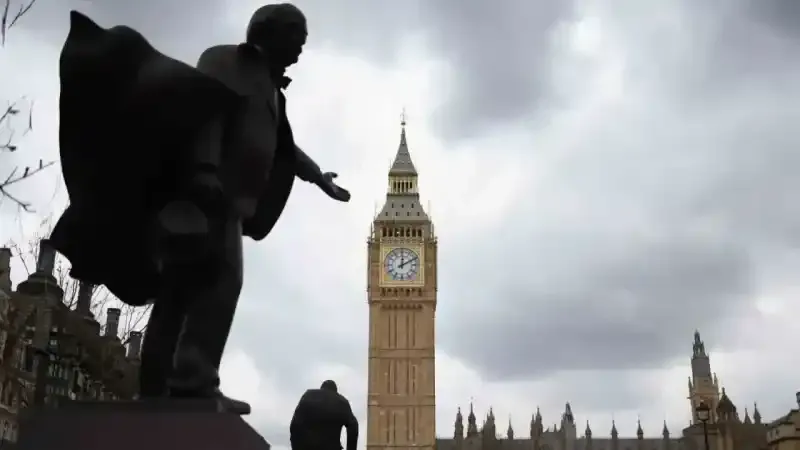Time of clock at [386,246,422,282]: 12:10
